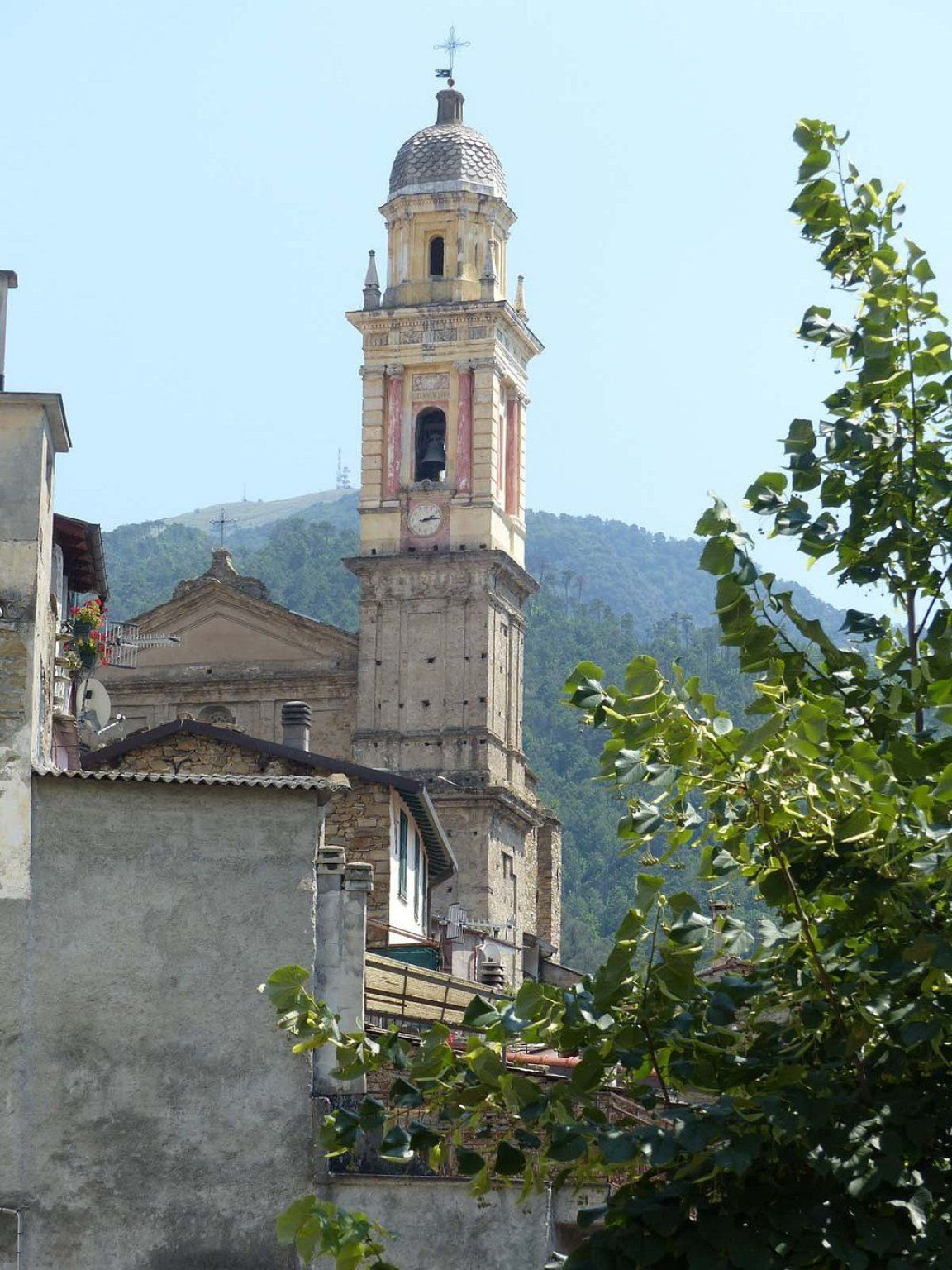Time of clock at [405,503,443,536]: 2:14
